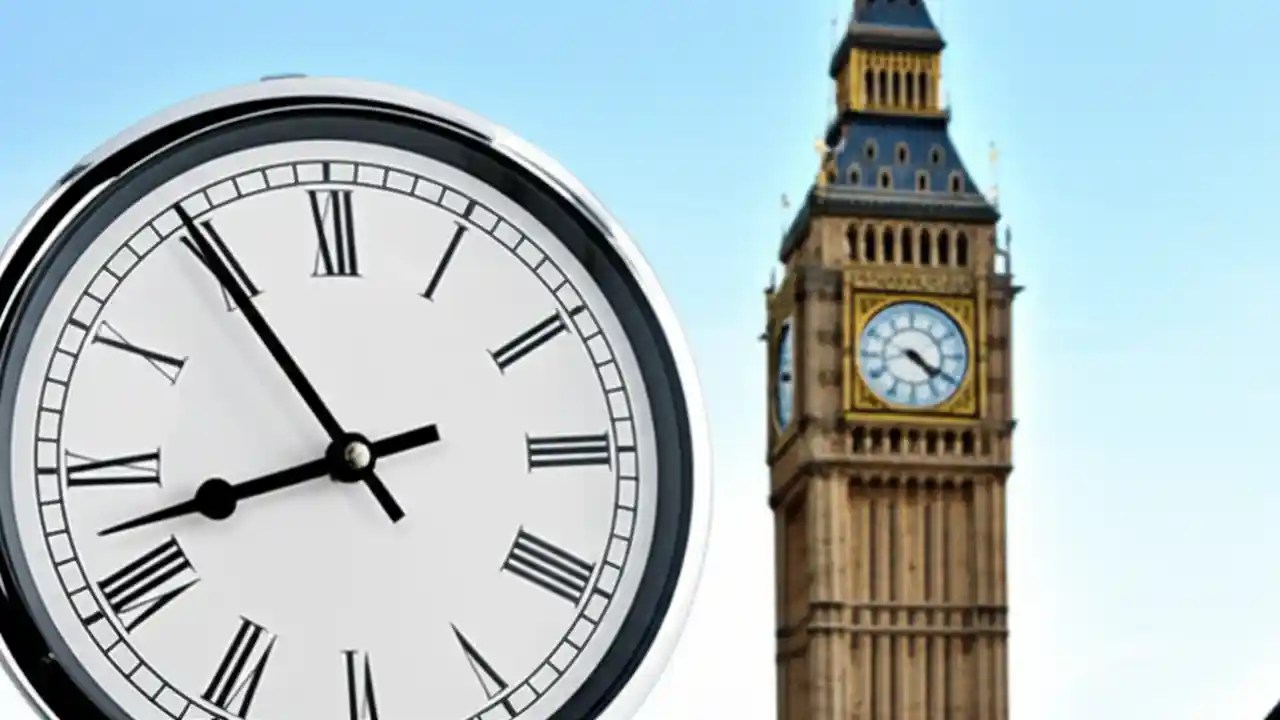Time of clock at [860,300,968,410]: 4:20
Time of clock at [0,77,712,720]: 10:42
